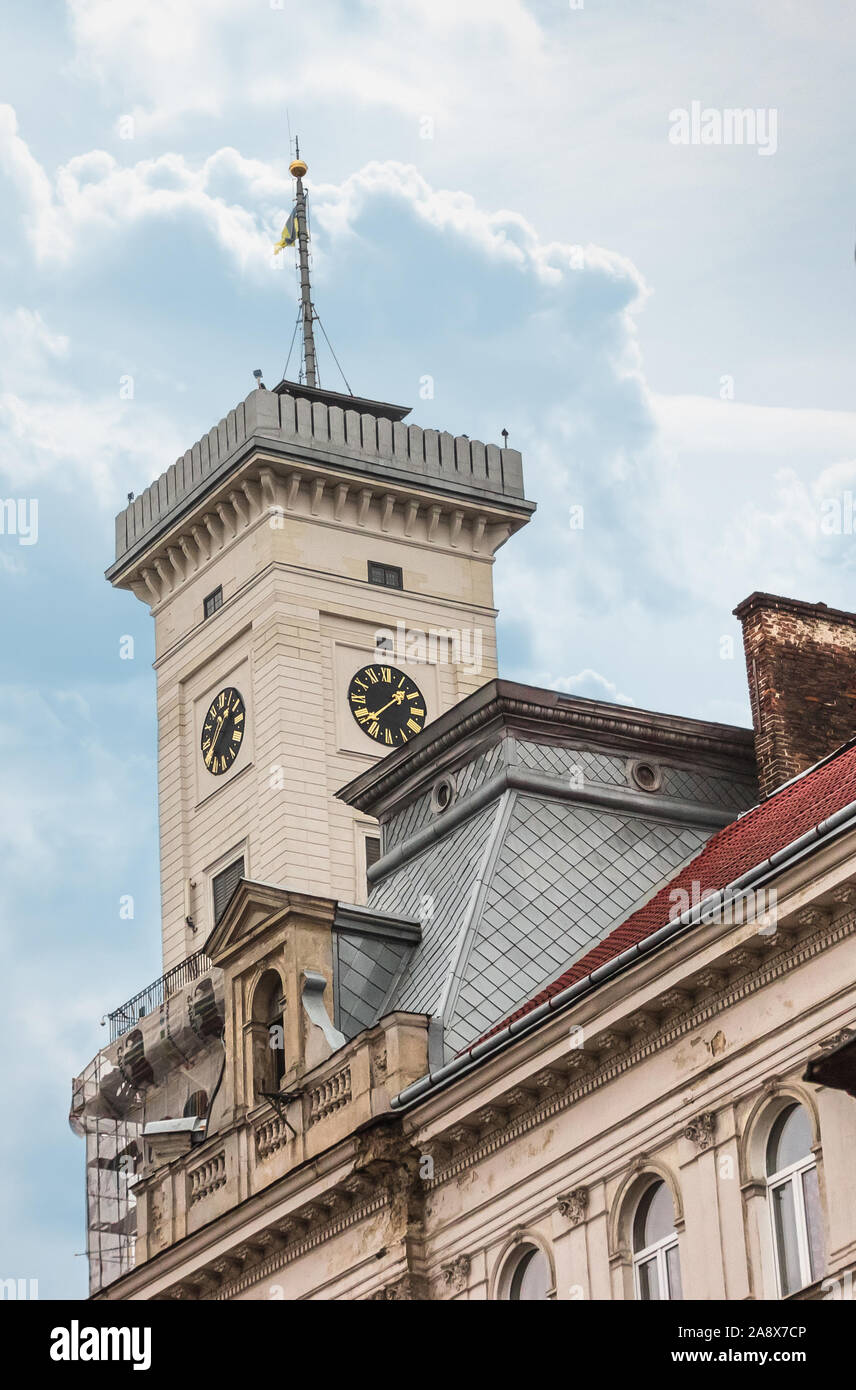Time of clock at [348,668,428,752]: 1:38
